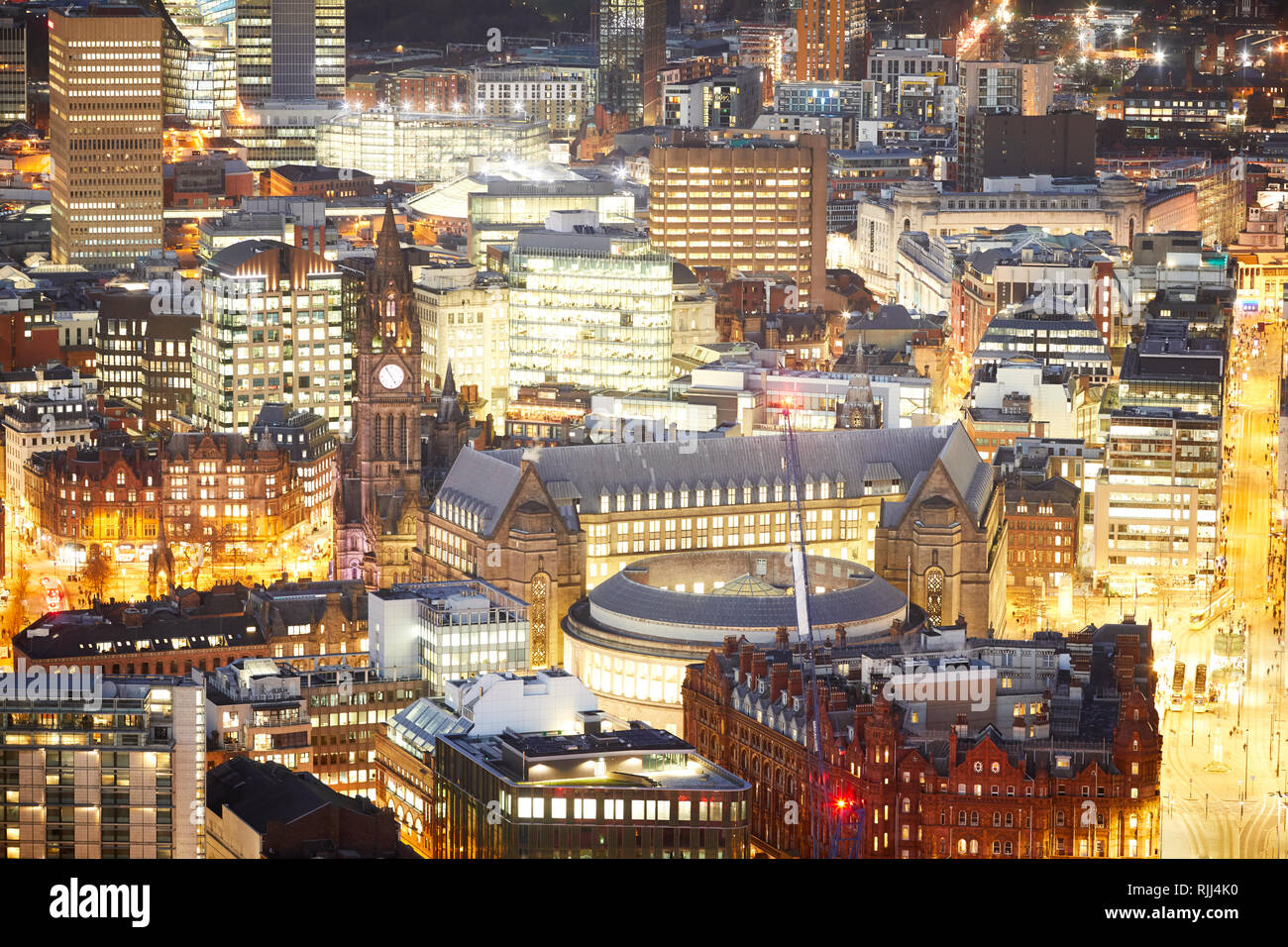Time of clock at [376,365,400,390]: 4:54
